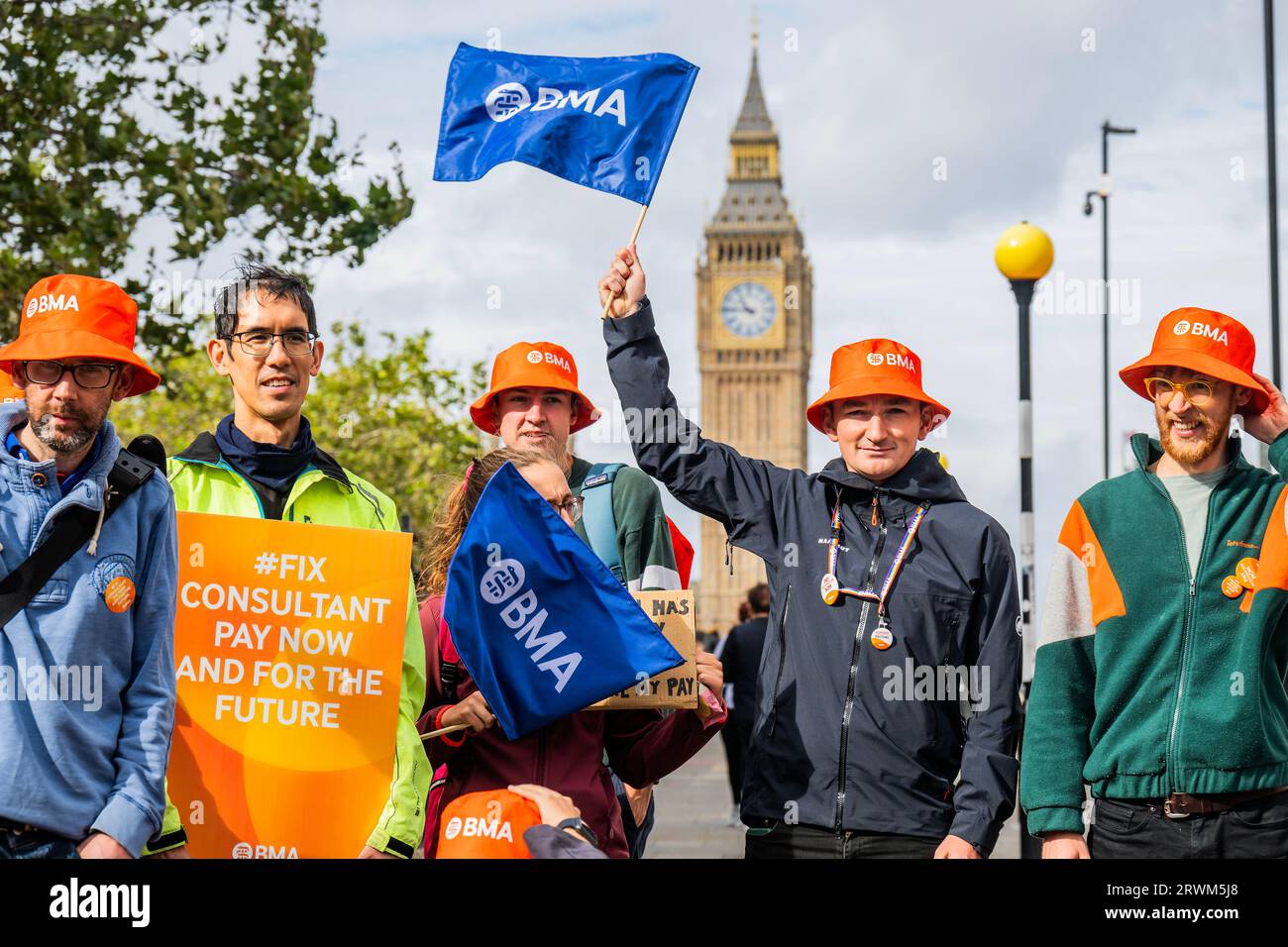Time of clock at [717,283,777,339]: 10:45
